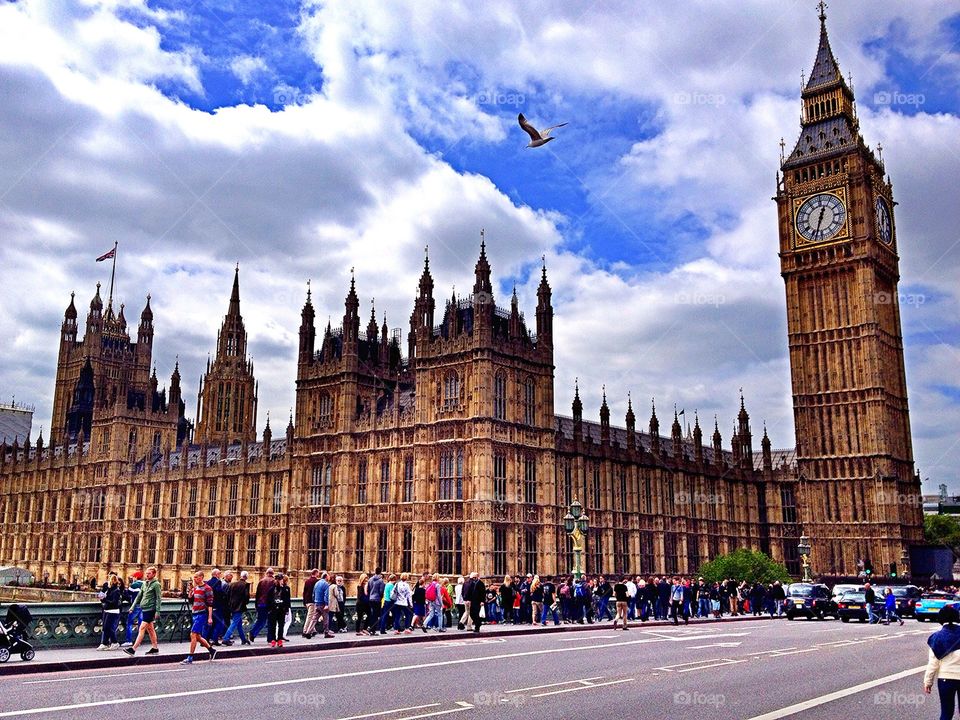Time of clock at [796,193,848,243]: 12:32
